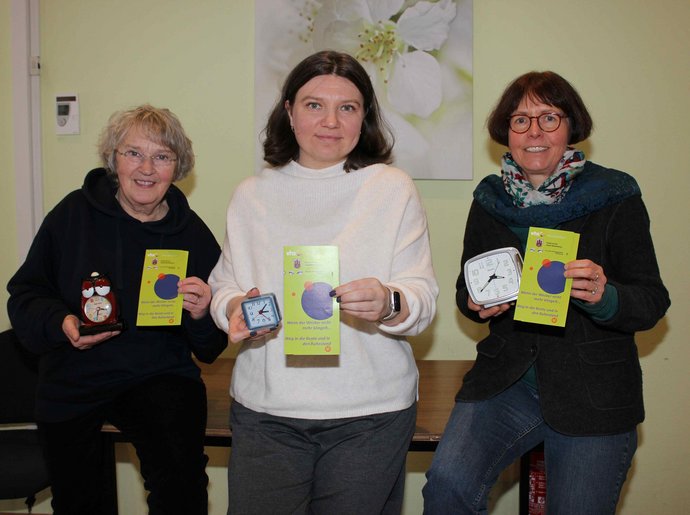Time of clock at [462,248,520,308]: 3:39
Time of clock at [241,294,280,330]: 3:07
